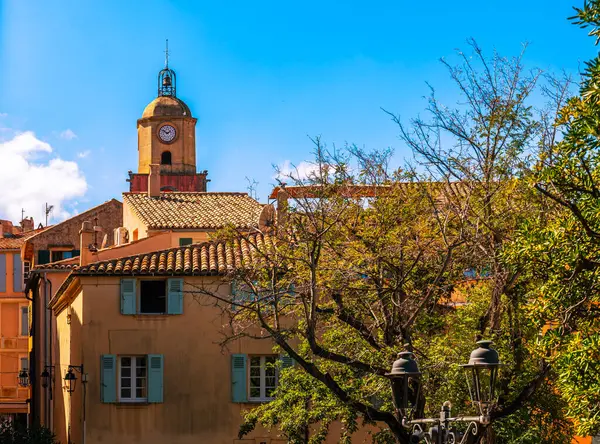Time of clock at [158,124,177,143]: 1:50
